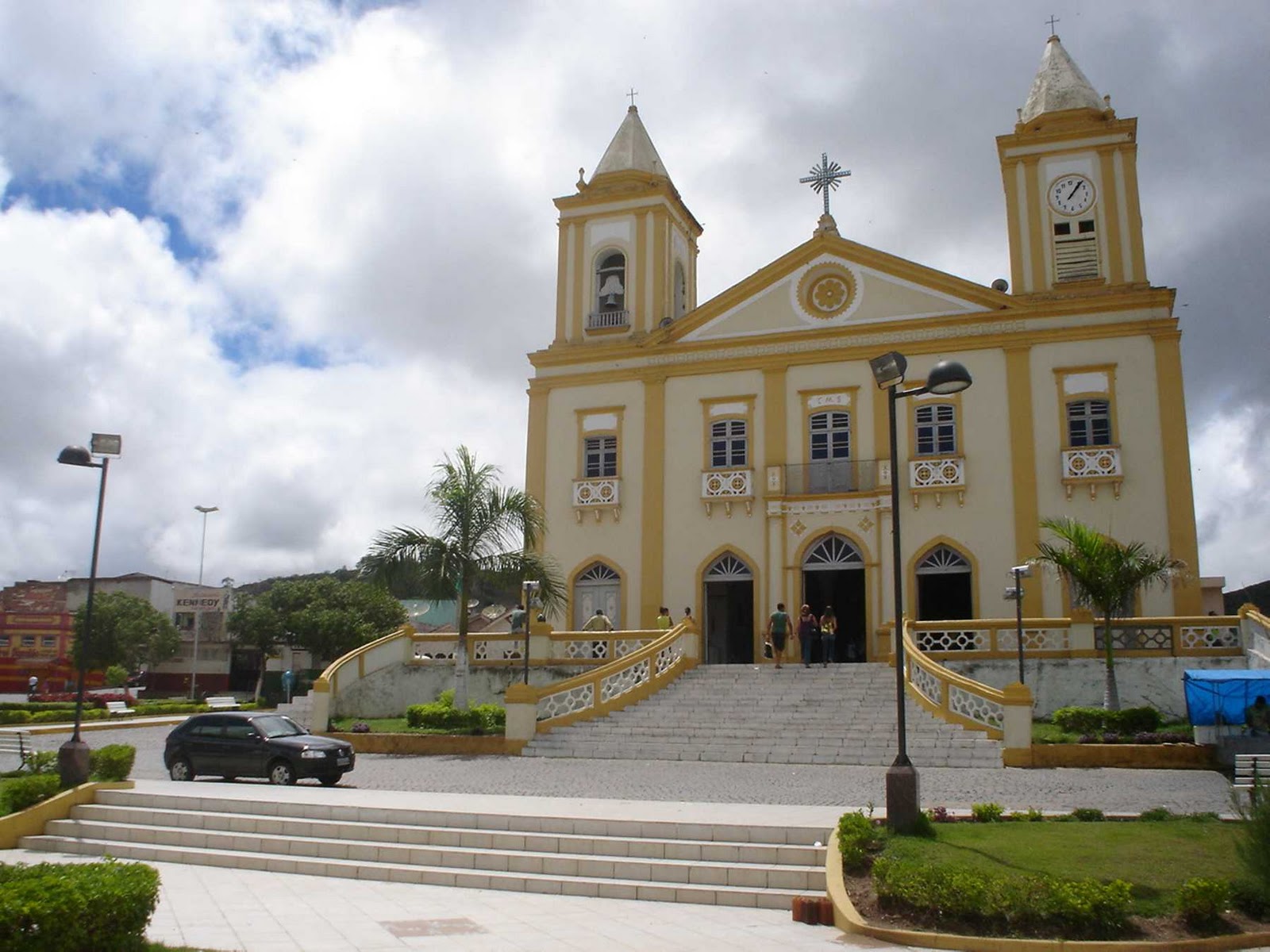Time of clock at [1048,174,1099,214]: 1:06
